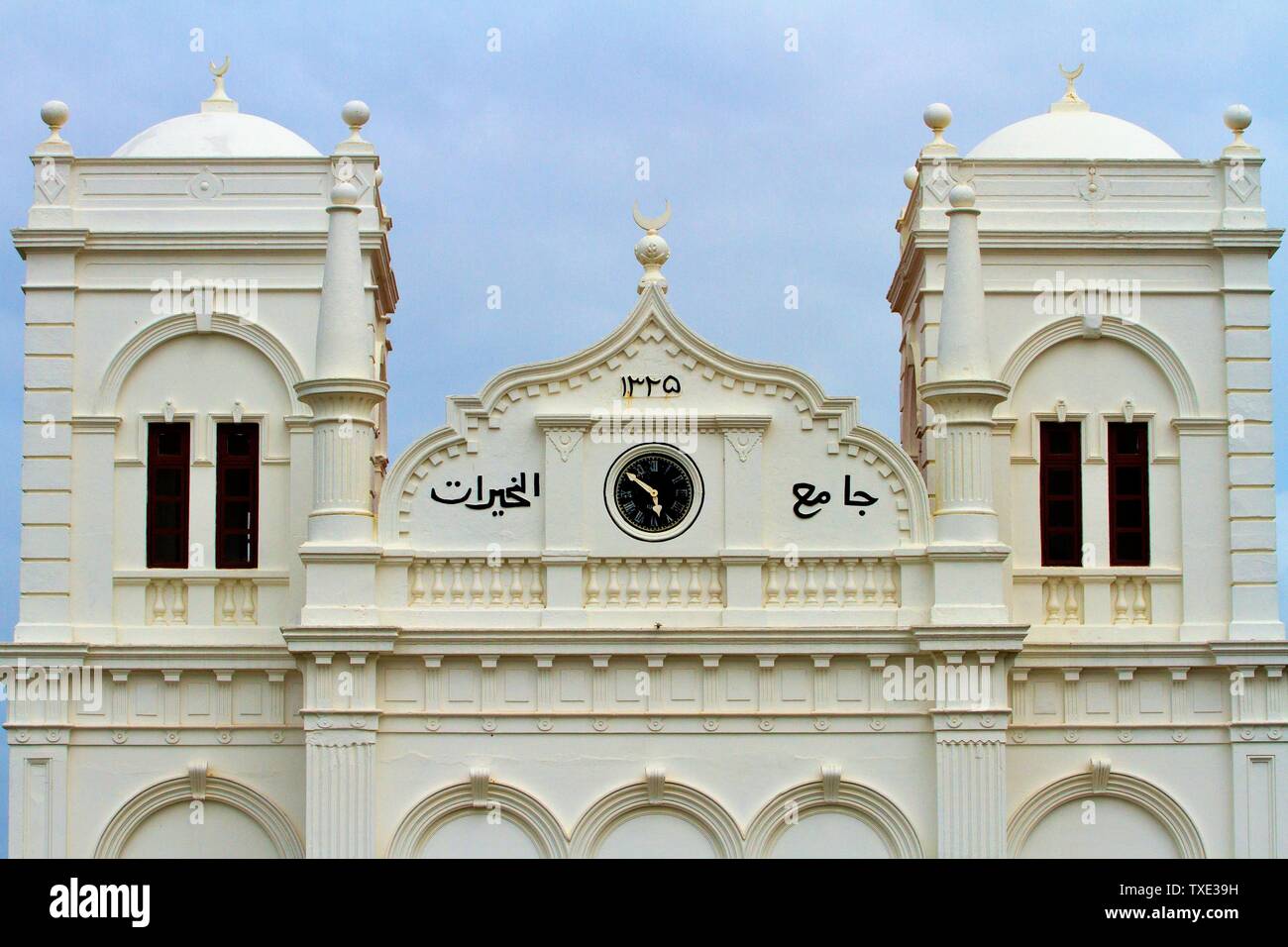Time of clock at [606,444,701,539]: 5:51
